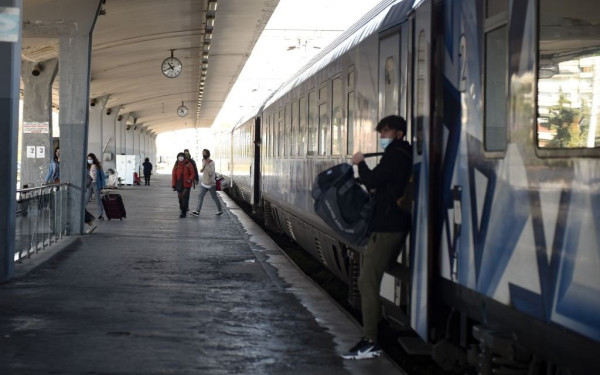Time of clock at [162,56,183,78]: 10:41
